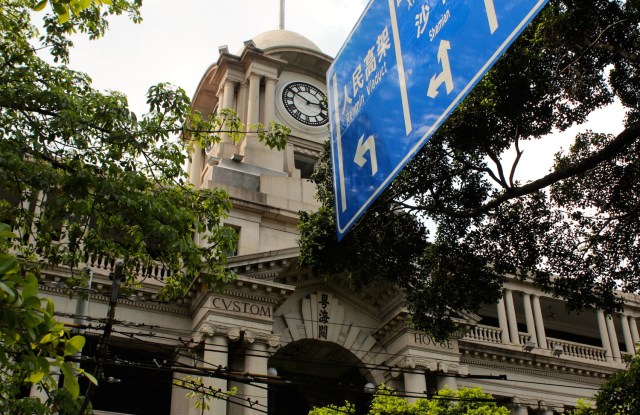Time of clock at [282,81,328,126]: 2:50
